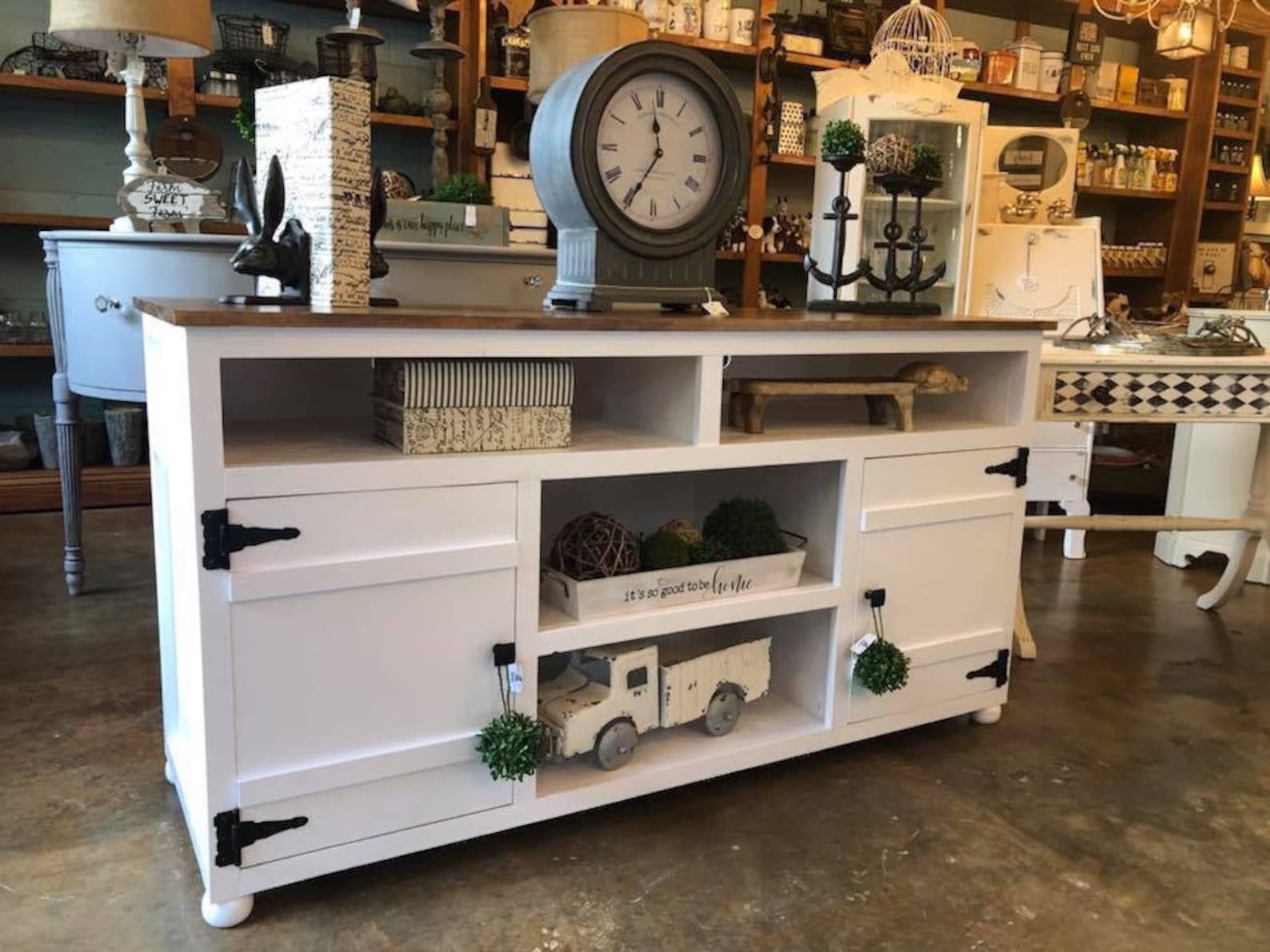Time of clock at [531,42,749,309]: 11:35
